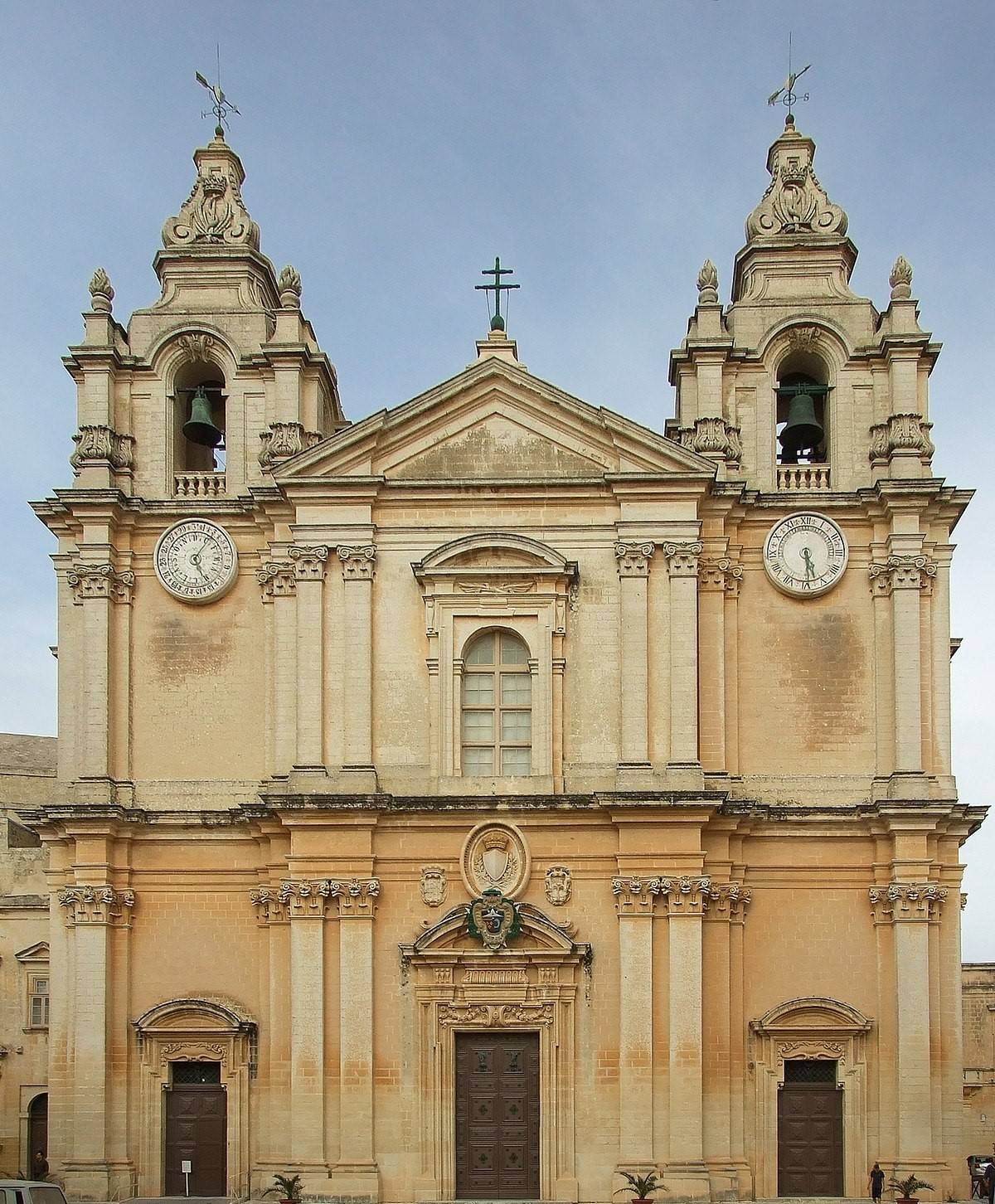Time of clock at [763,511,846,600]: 5:29
